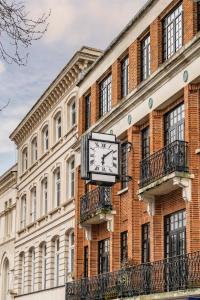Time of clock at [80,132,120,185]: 6:08
